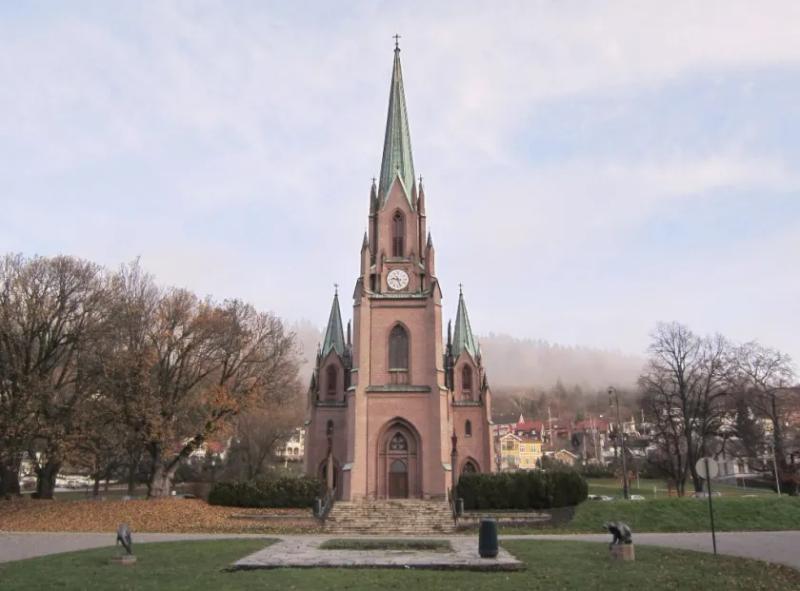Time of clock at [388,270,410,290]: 9:26
